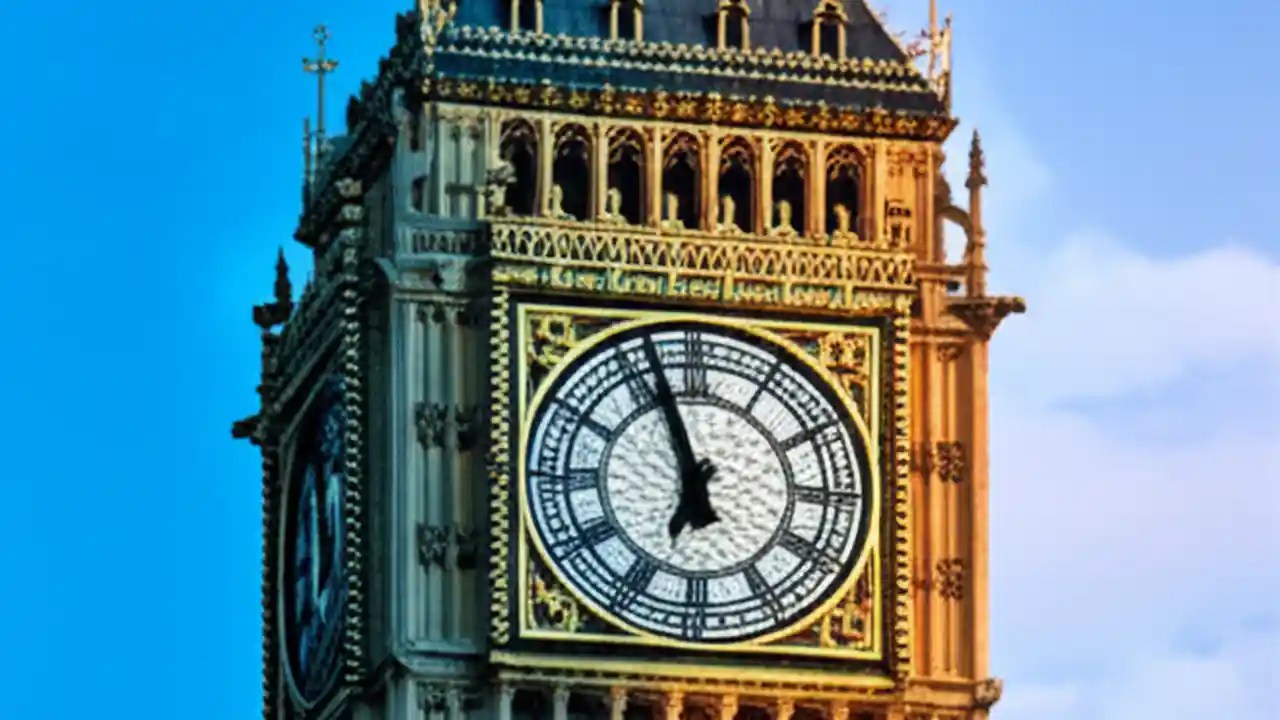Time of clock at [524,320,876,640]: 6:56
